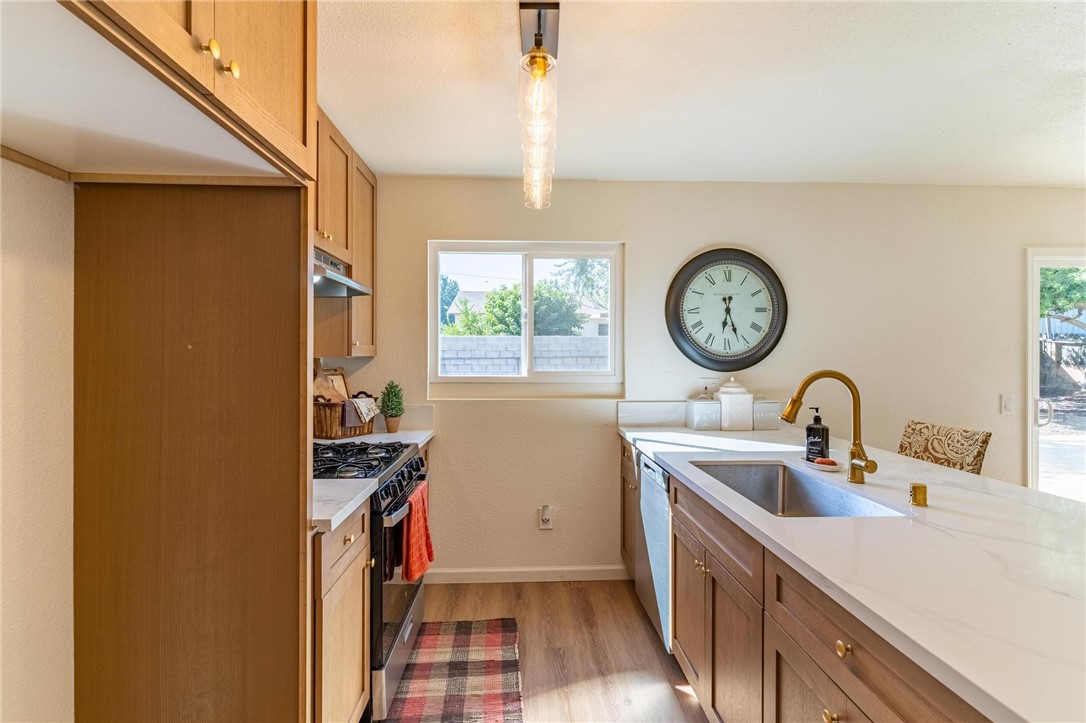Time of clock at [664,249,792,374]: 6:26
